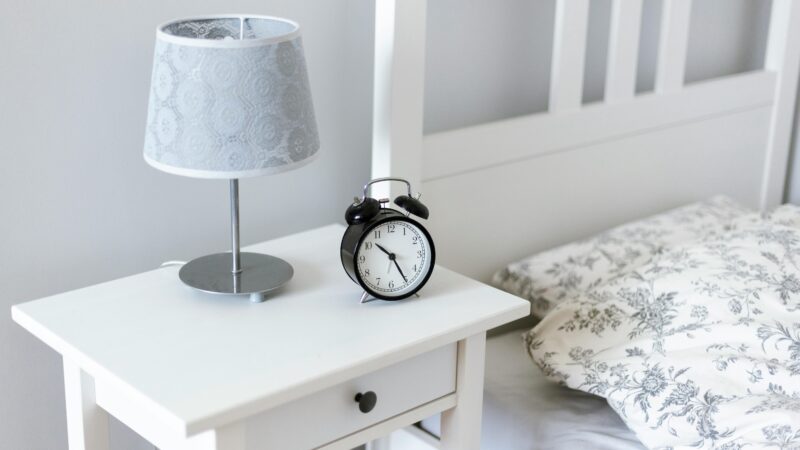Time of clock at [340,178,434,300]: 10:24
